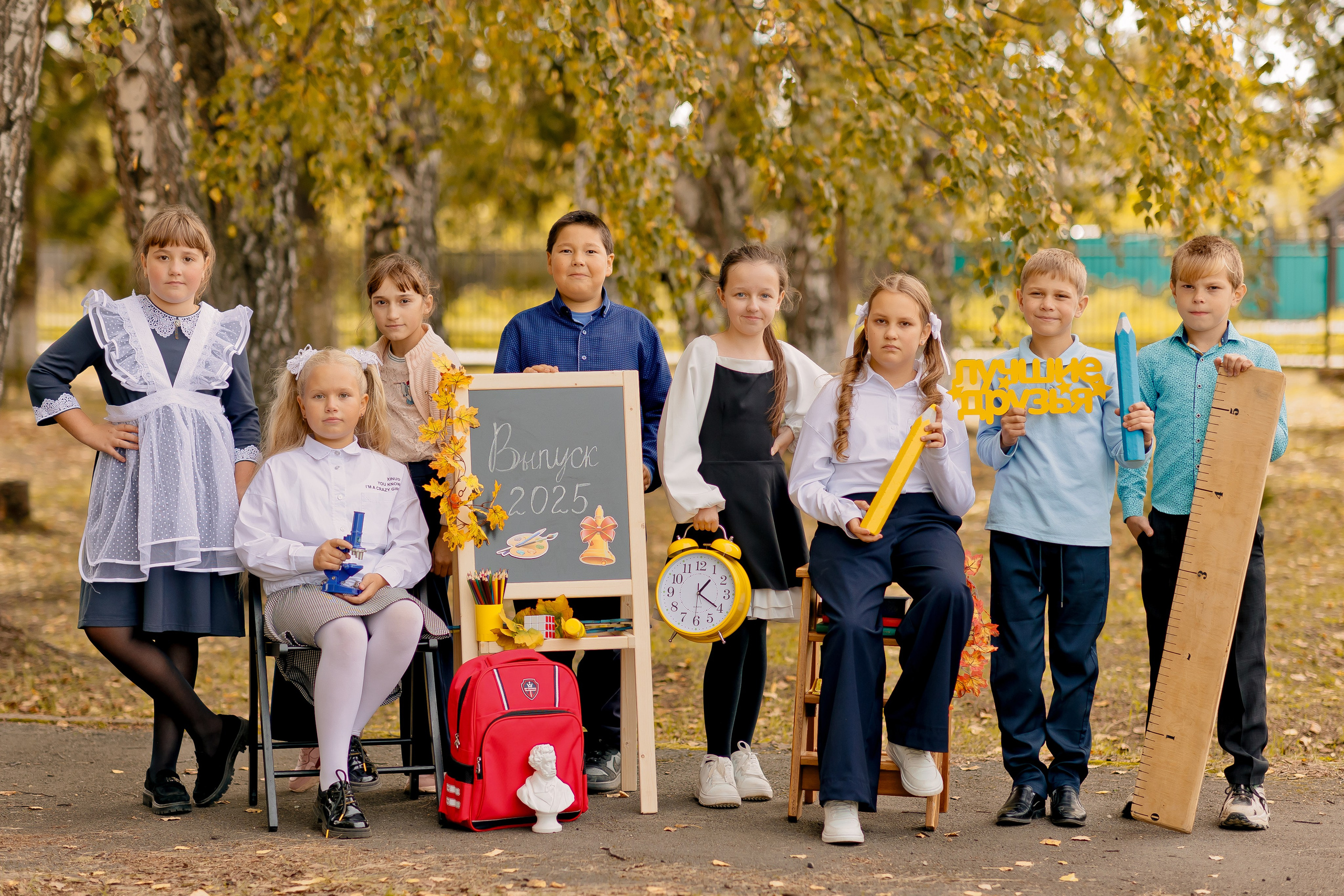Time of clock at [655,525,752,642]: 1:20
